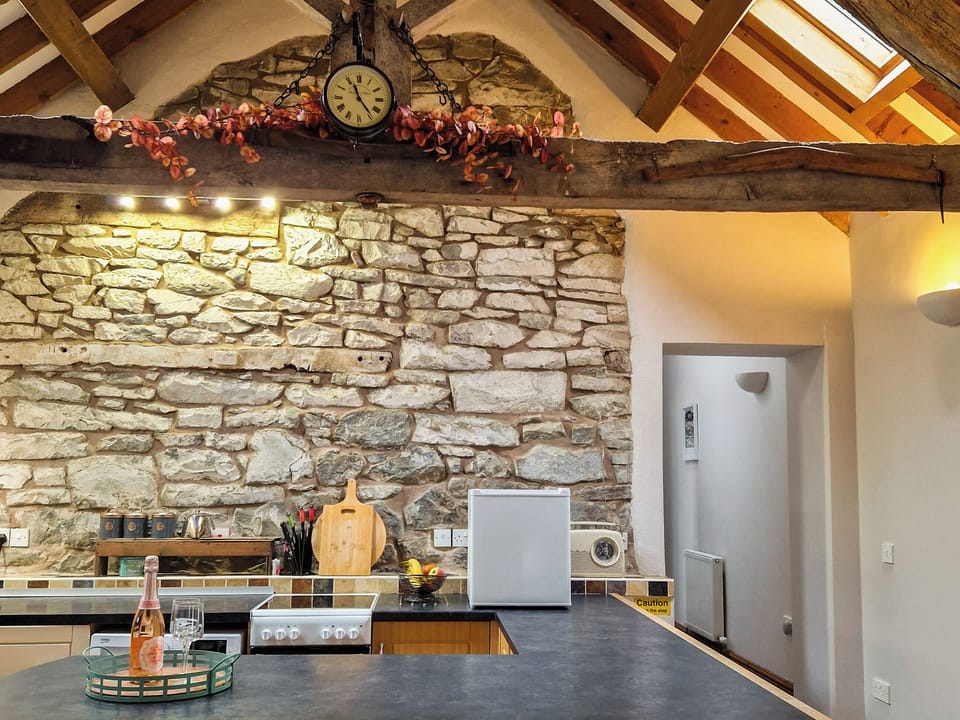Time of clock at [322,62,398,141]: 11:23
